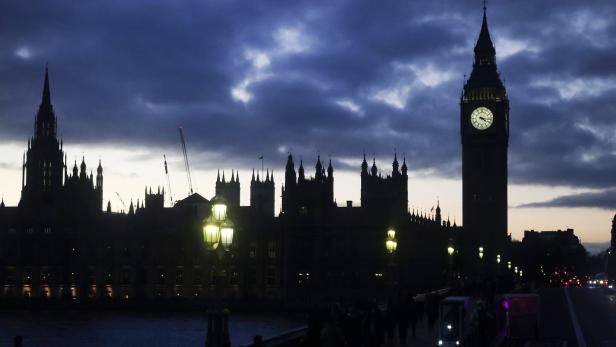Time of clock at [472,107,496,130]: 4:16
